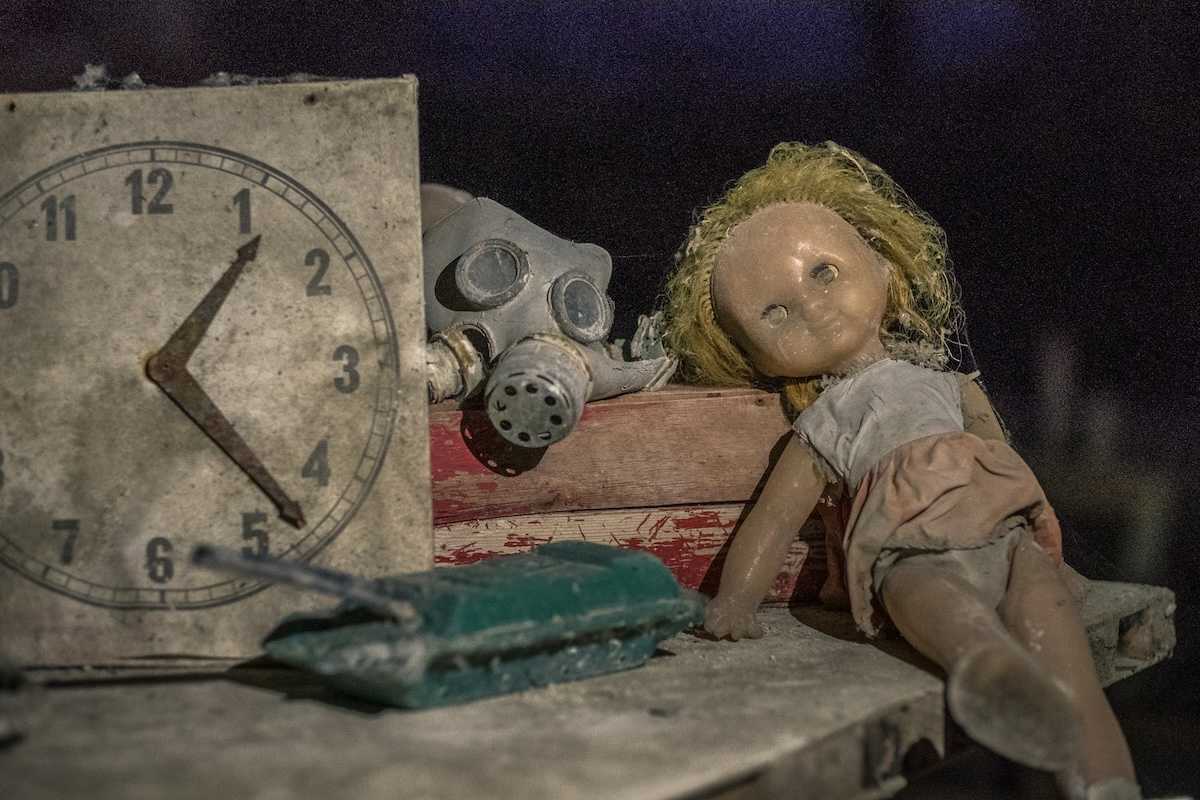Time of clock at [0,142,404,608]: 1:23
